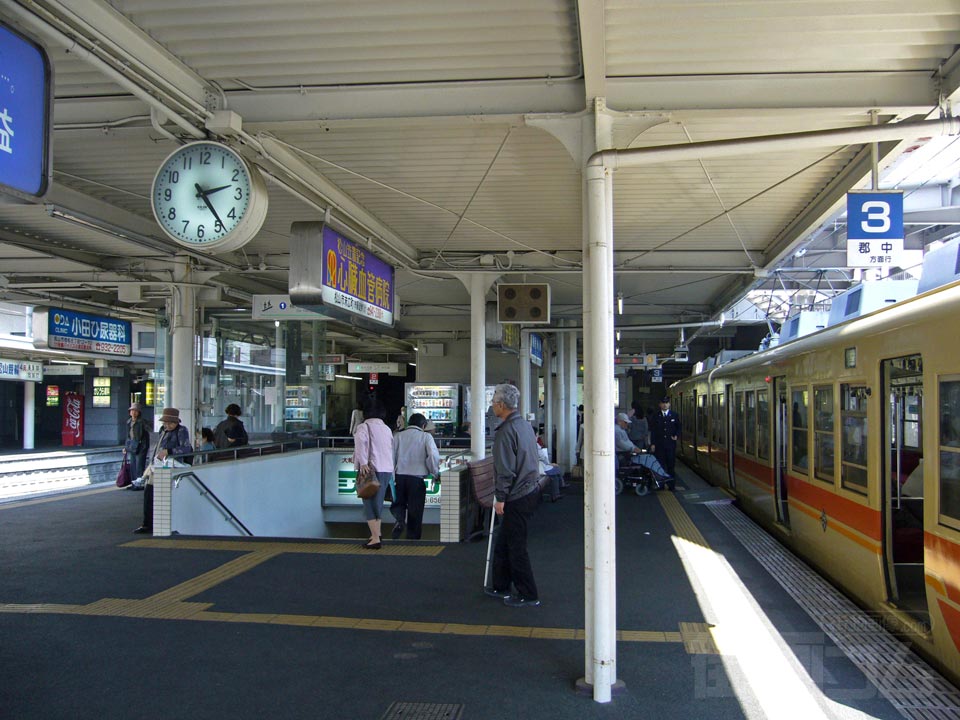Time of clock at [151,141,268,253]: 2:23
